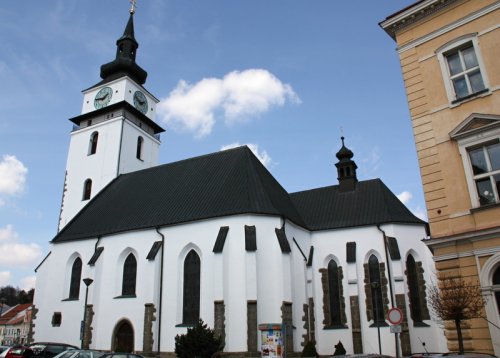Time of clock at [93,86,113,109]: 1:46
